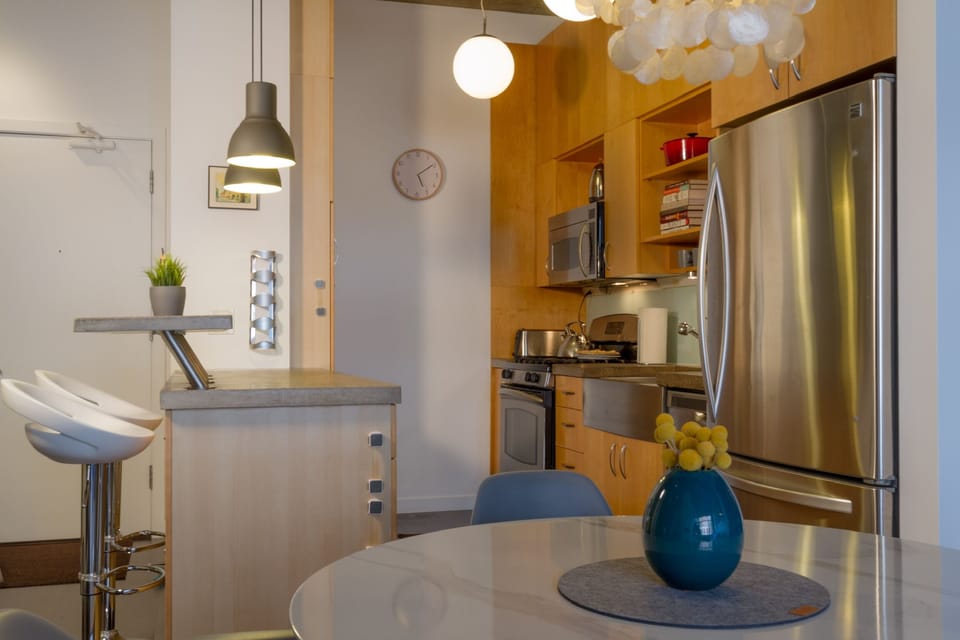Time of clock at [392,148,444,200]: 5:09
